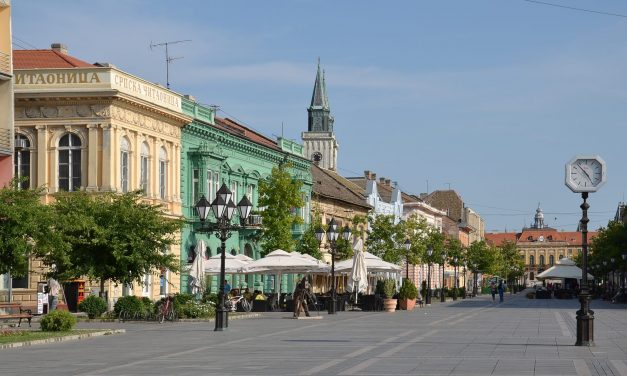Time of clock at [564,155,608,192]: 4:53
